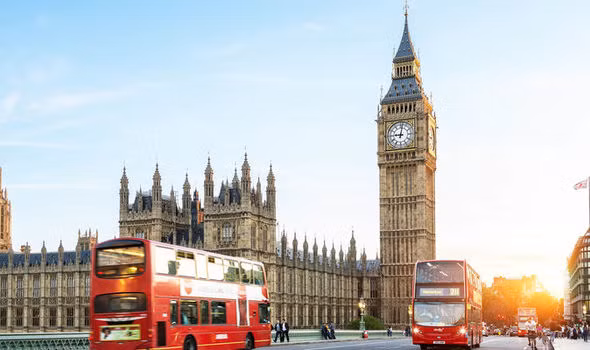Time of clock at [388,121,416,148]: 9:01
